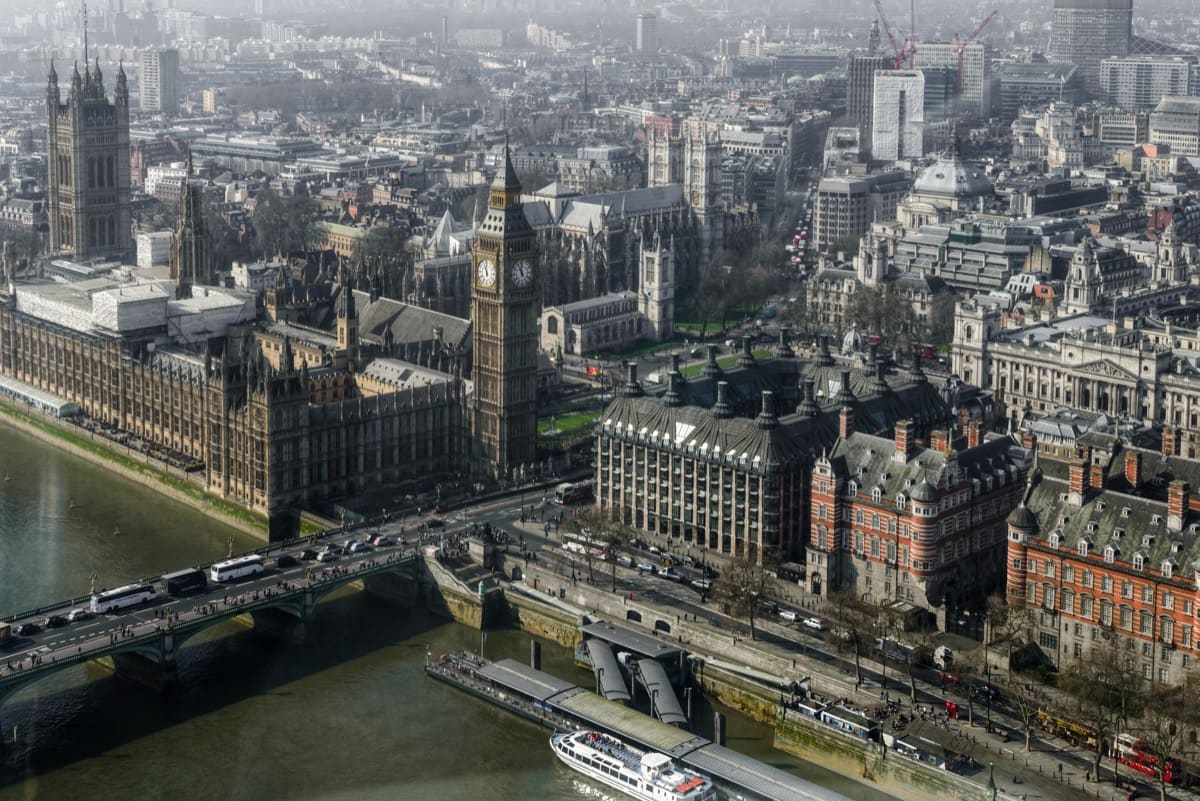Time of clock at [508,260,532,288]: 10:59
